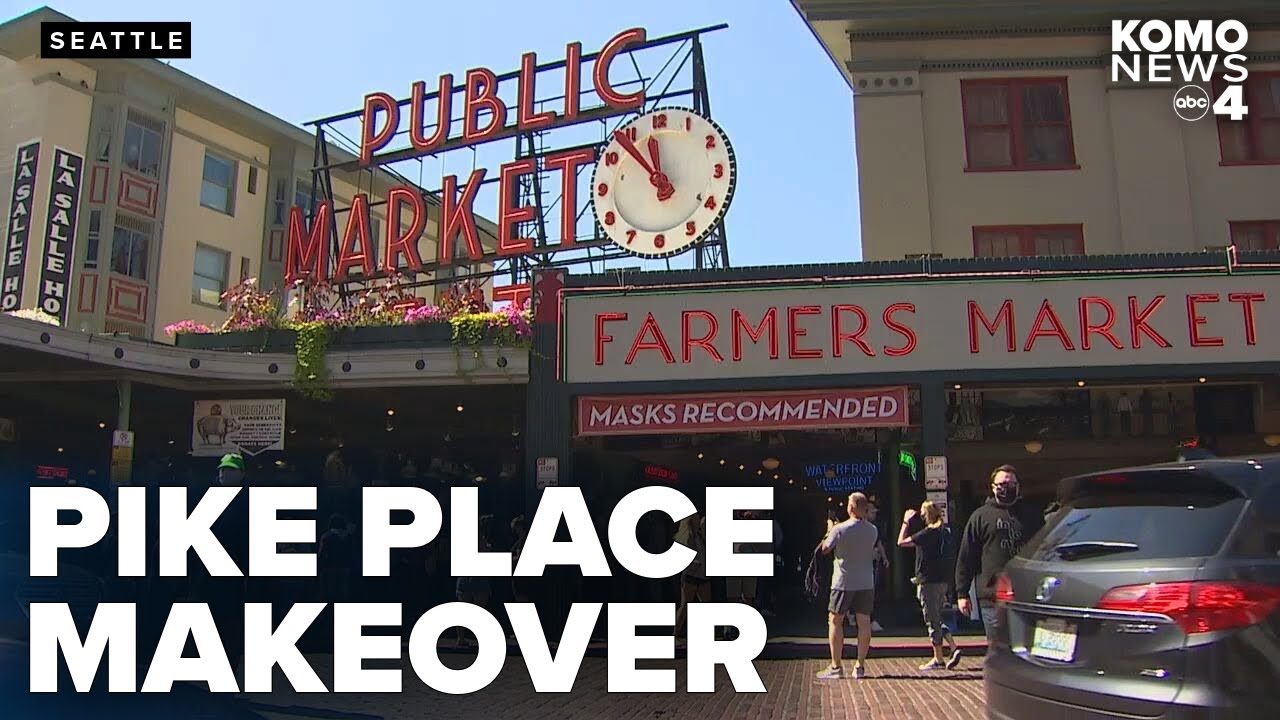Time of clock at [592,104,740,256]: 11:53
